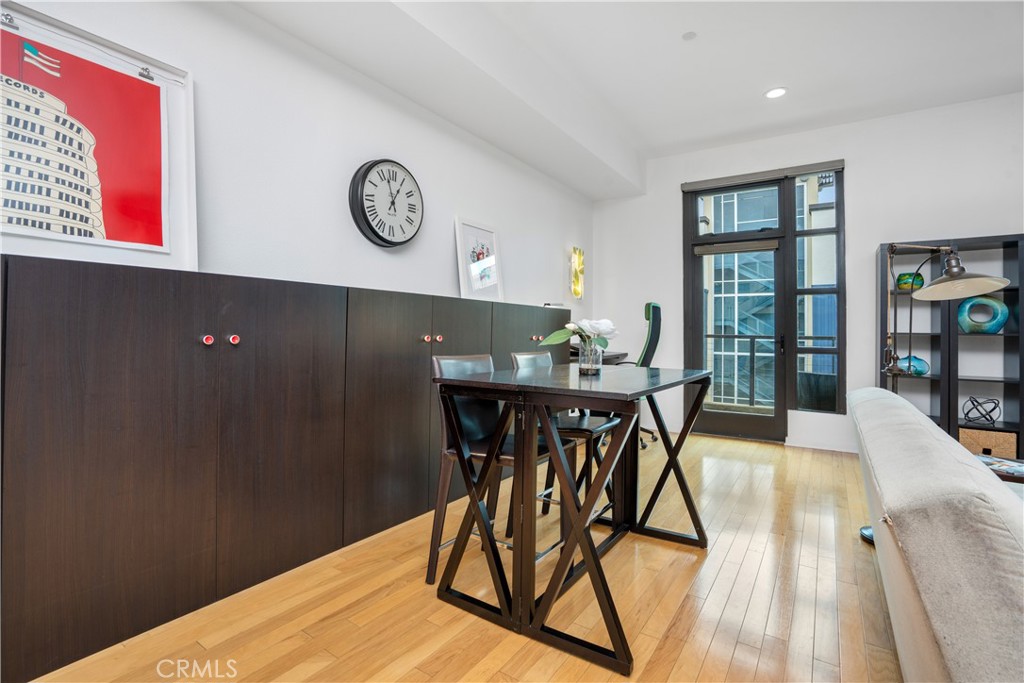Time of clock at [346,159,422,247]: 12:57
